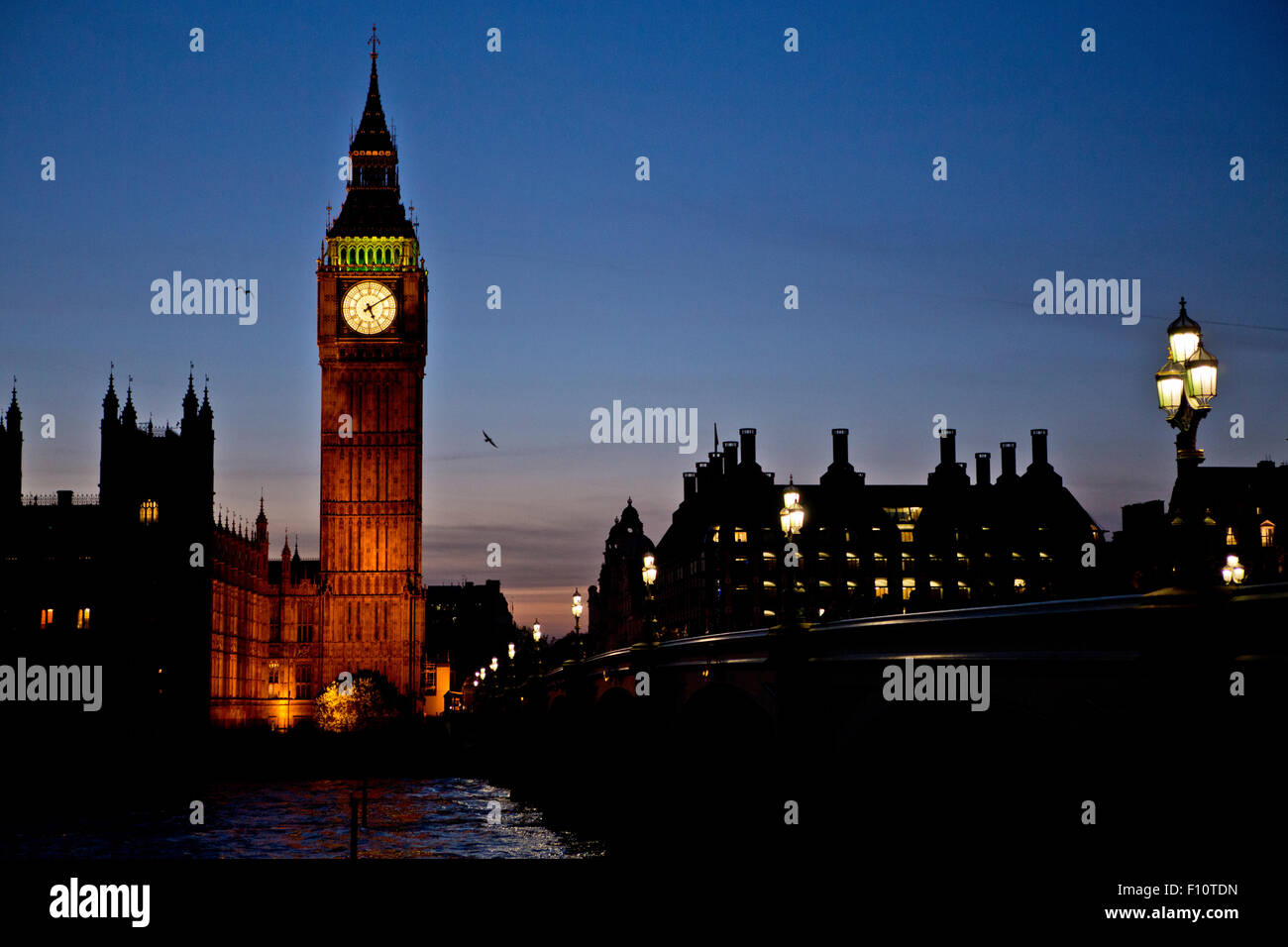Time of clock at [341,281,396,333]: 5:09
